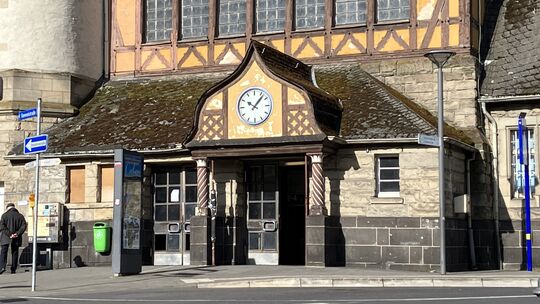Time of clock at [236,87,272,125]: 10:07
